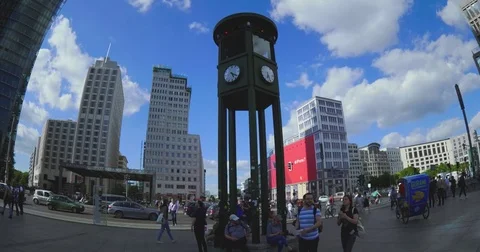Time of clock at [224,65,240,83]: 5:20
